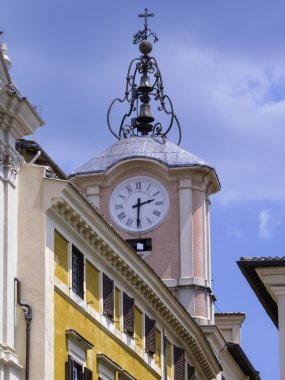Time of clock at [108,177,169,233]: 2:30
